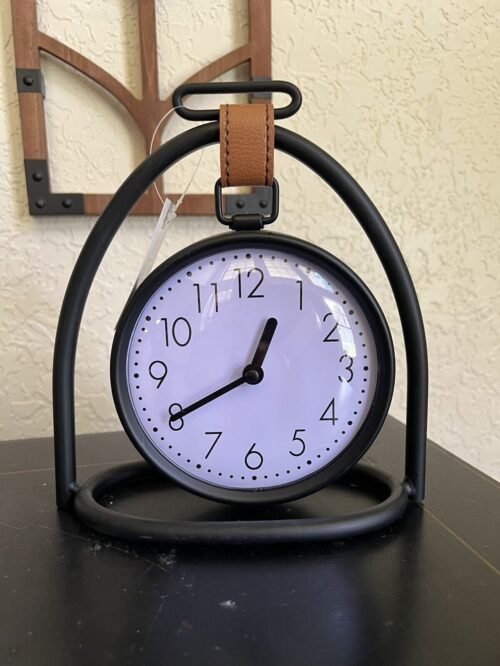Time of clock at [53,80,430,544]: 12:40
